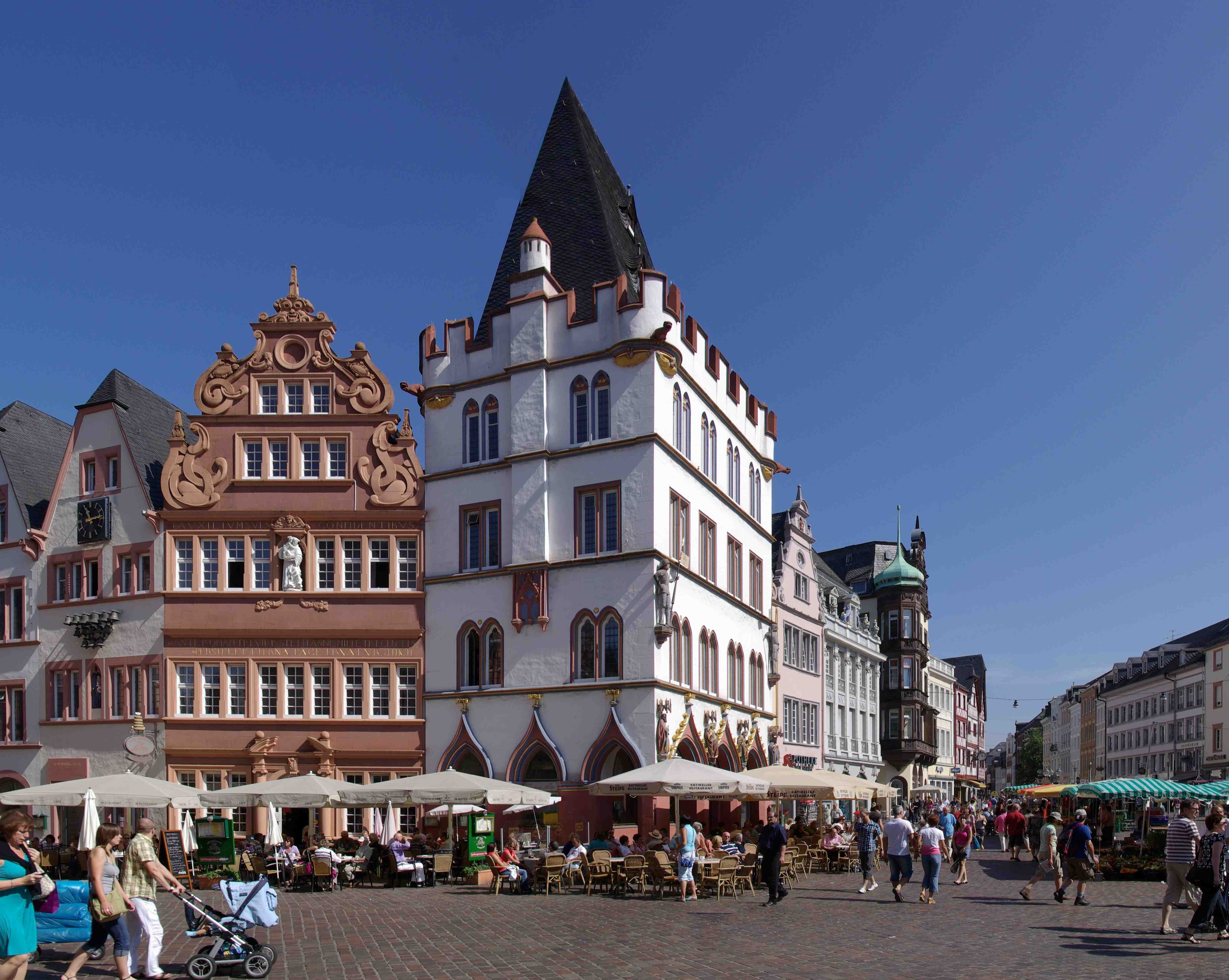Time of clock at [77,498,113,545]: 11:13
